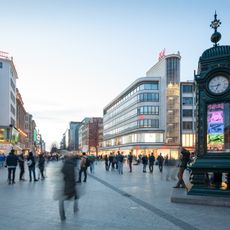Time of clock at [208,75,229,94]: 6:43
